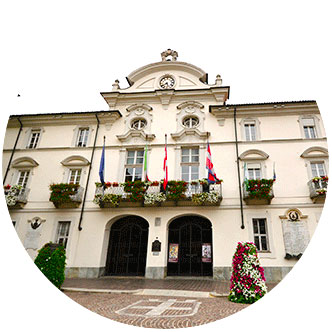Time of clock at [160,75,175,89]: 5:40
